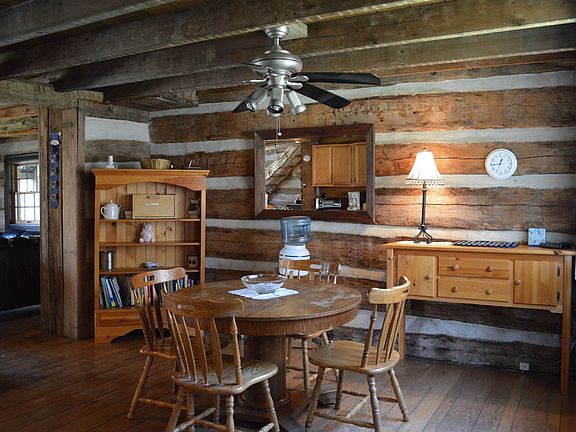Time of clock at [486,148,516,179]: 12:44
